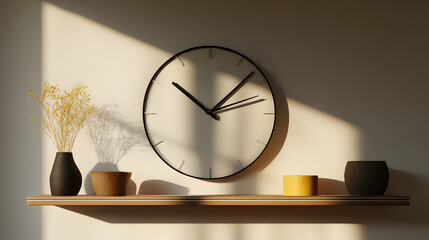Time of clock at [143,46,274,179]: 10:07
